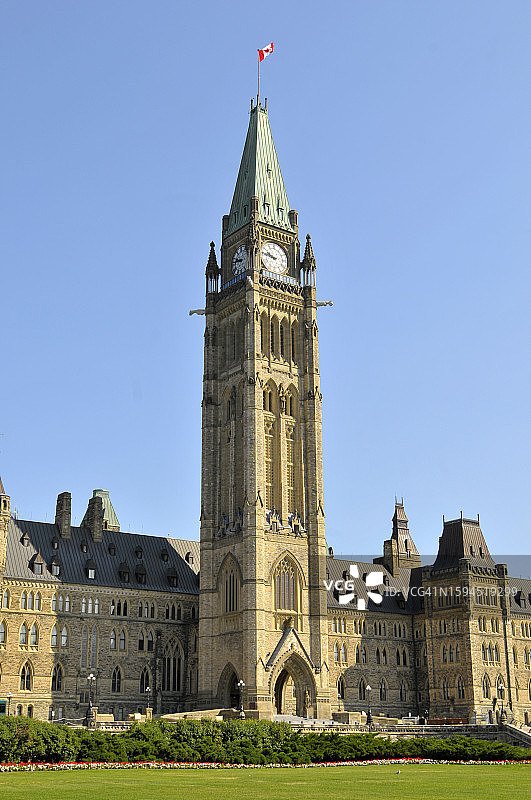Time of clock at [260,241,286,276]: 9:45
